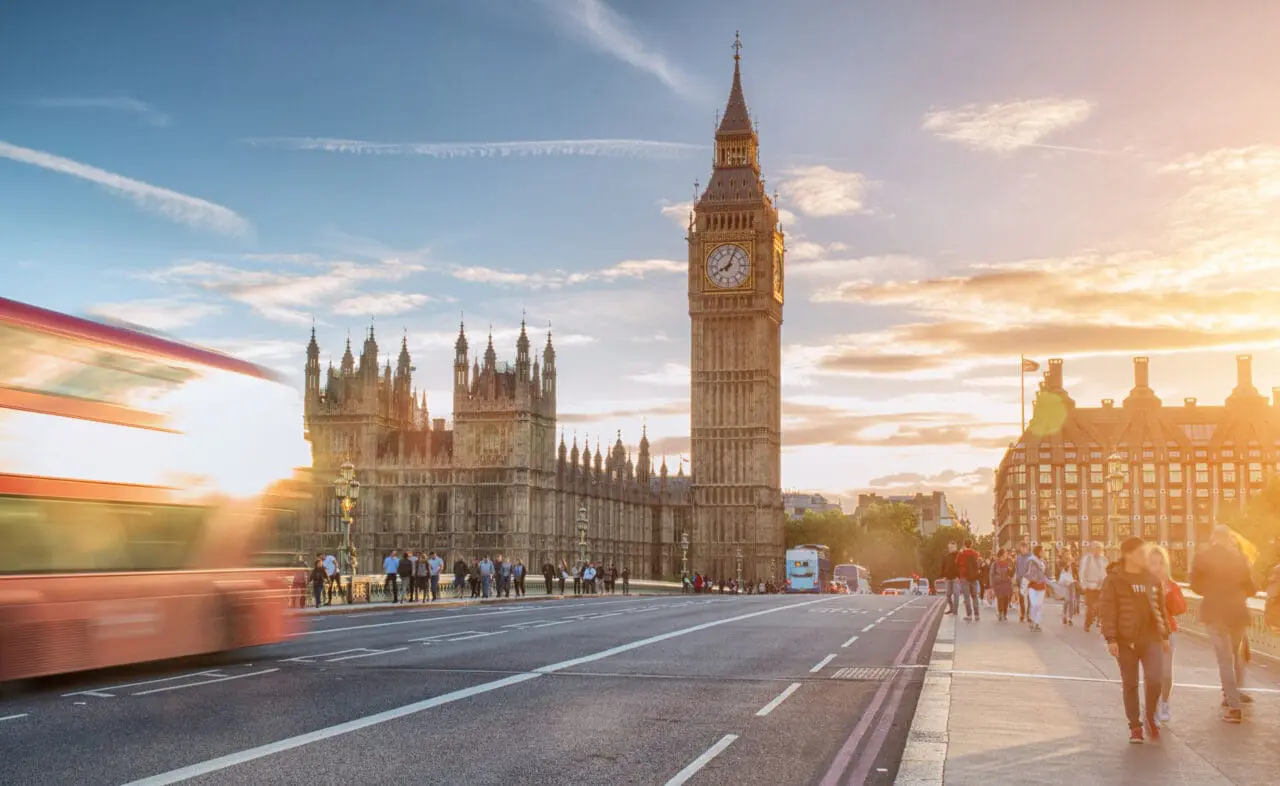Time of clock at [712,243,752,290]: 8:04
